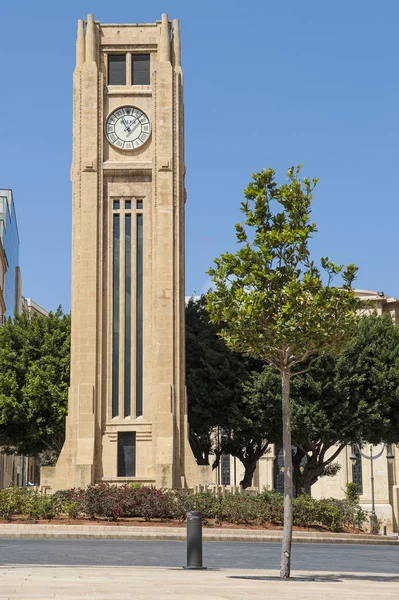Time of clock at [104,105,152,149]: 11:07
